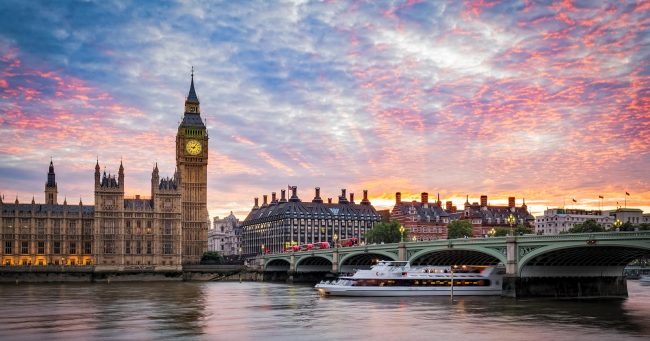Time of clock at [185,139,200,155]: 9:05
